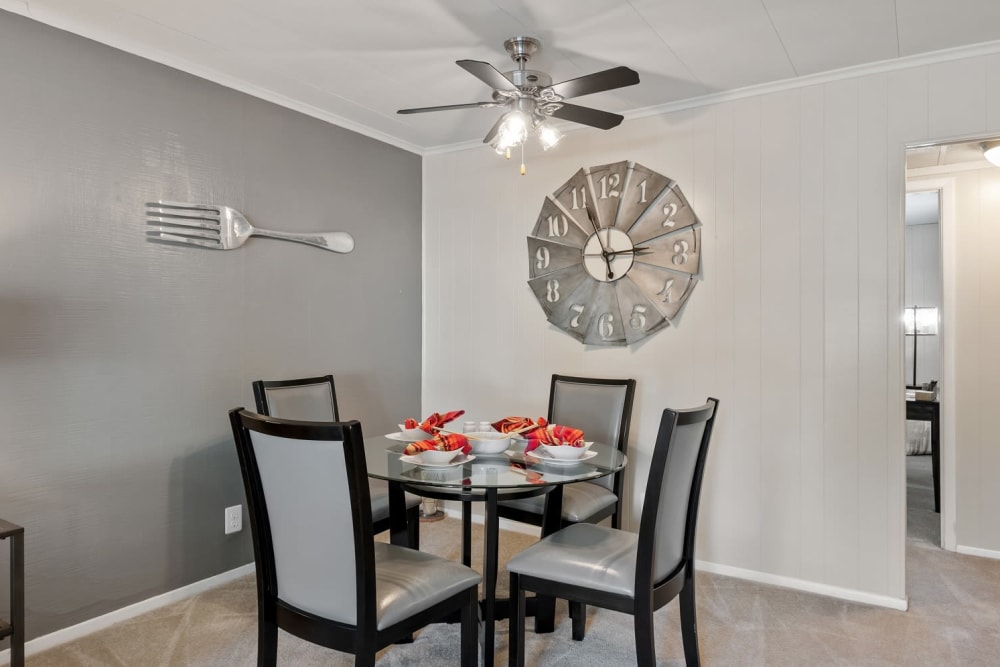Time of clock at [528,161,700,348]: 2:56
